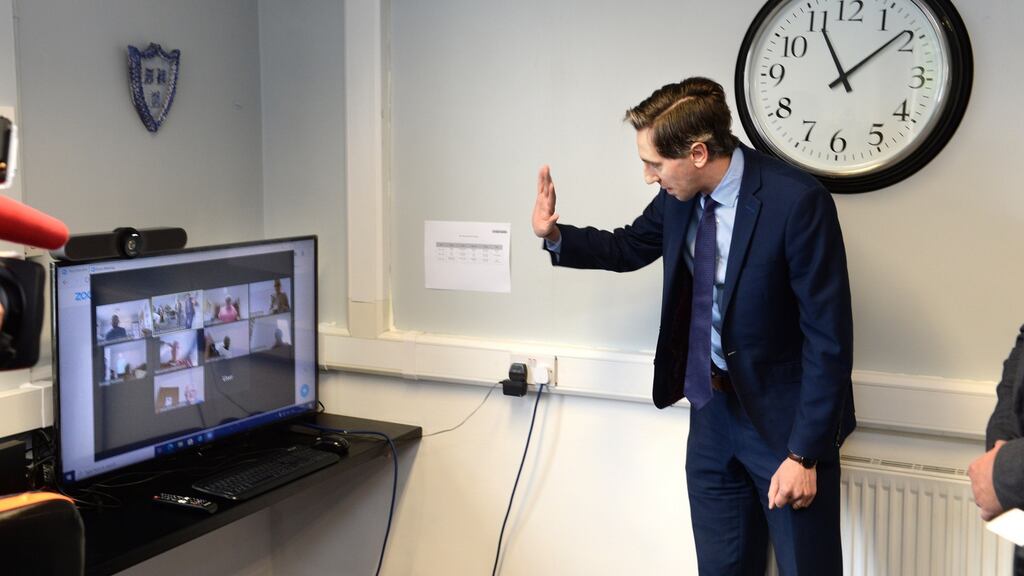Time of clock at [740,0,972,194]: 11:08
